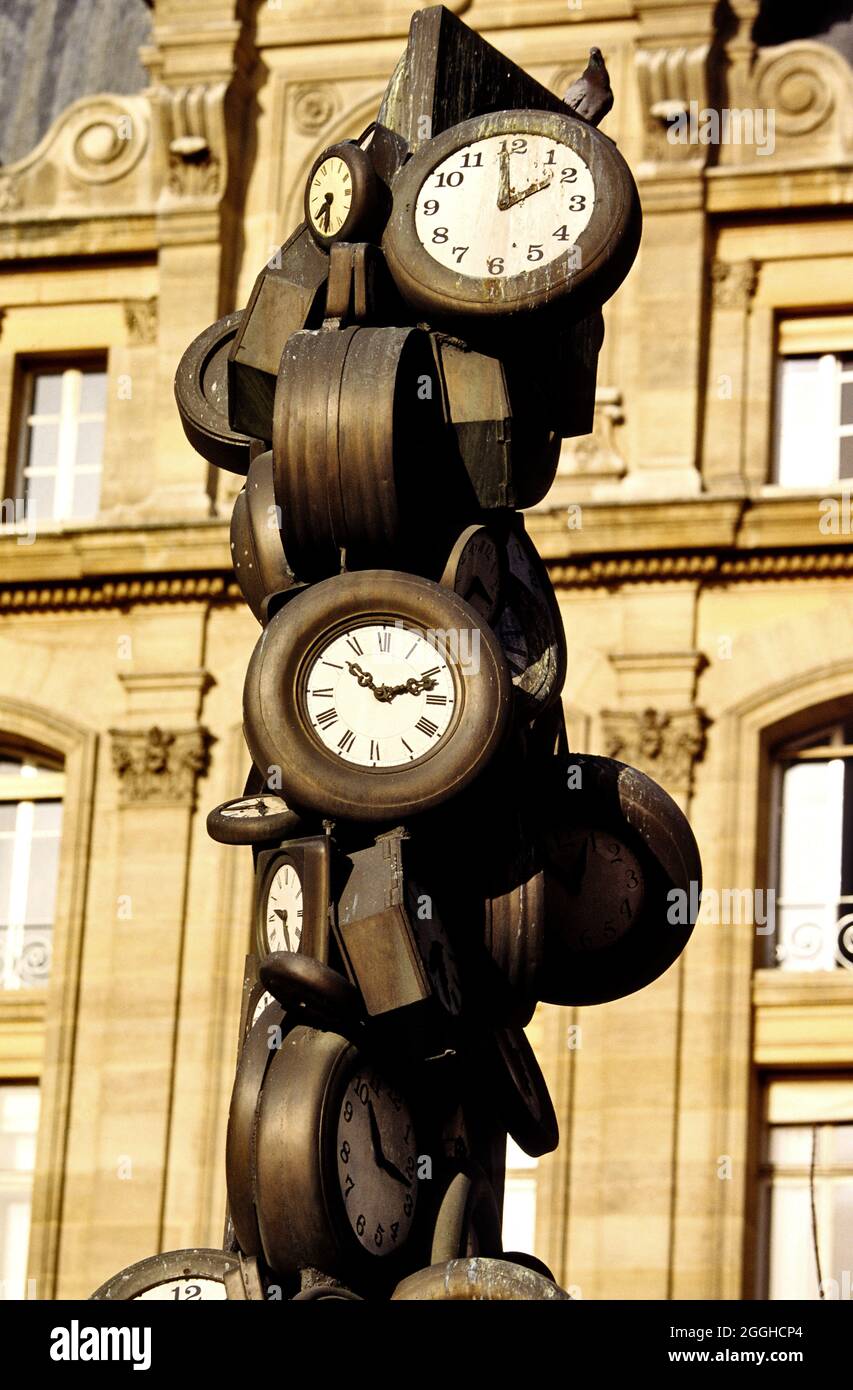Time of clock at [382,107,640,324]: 1:59
